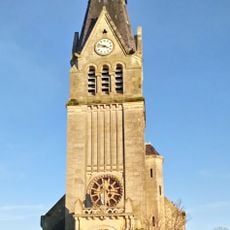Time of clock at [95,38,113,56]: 3:47
